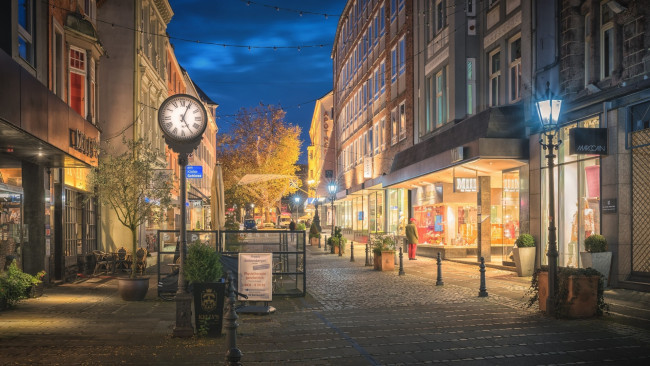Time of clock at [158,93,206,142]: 5:04
